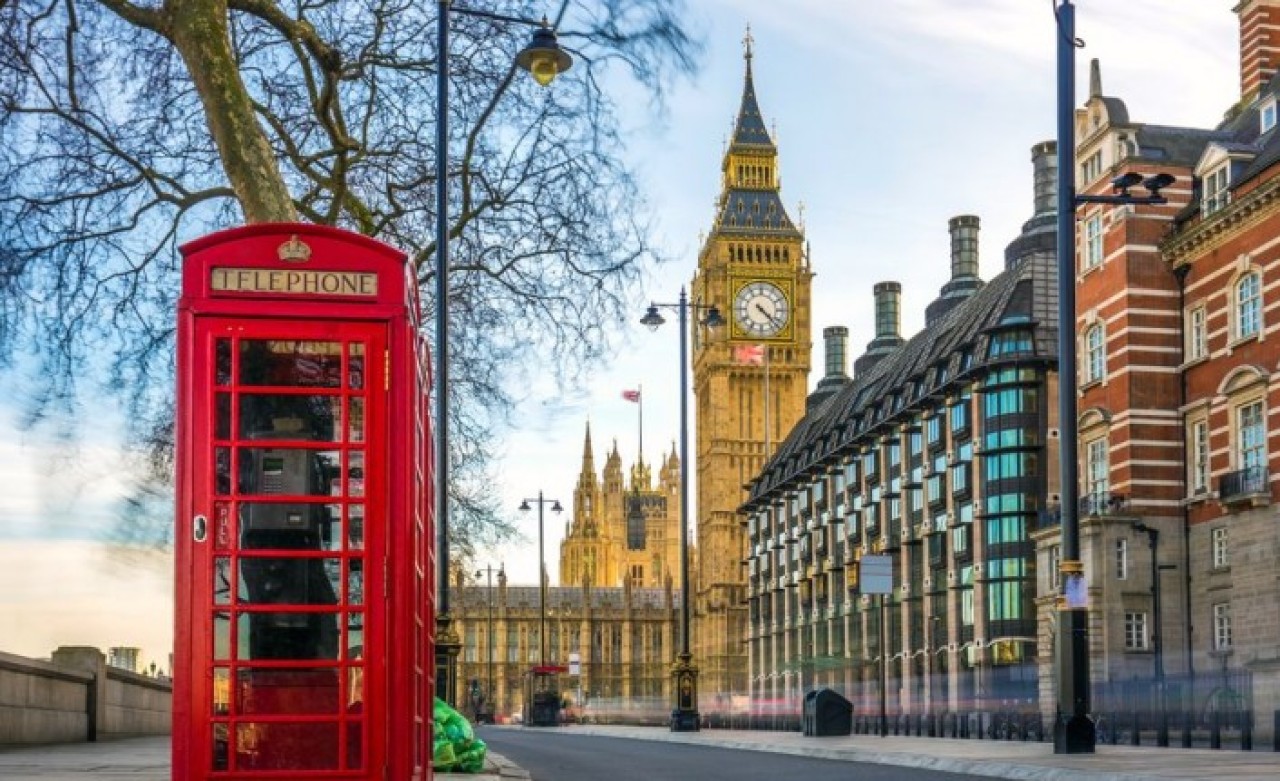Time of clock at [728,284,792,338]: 4:22
